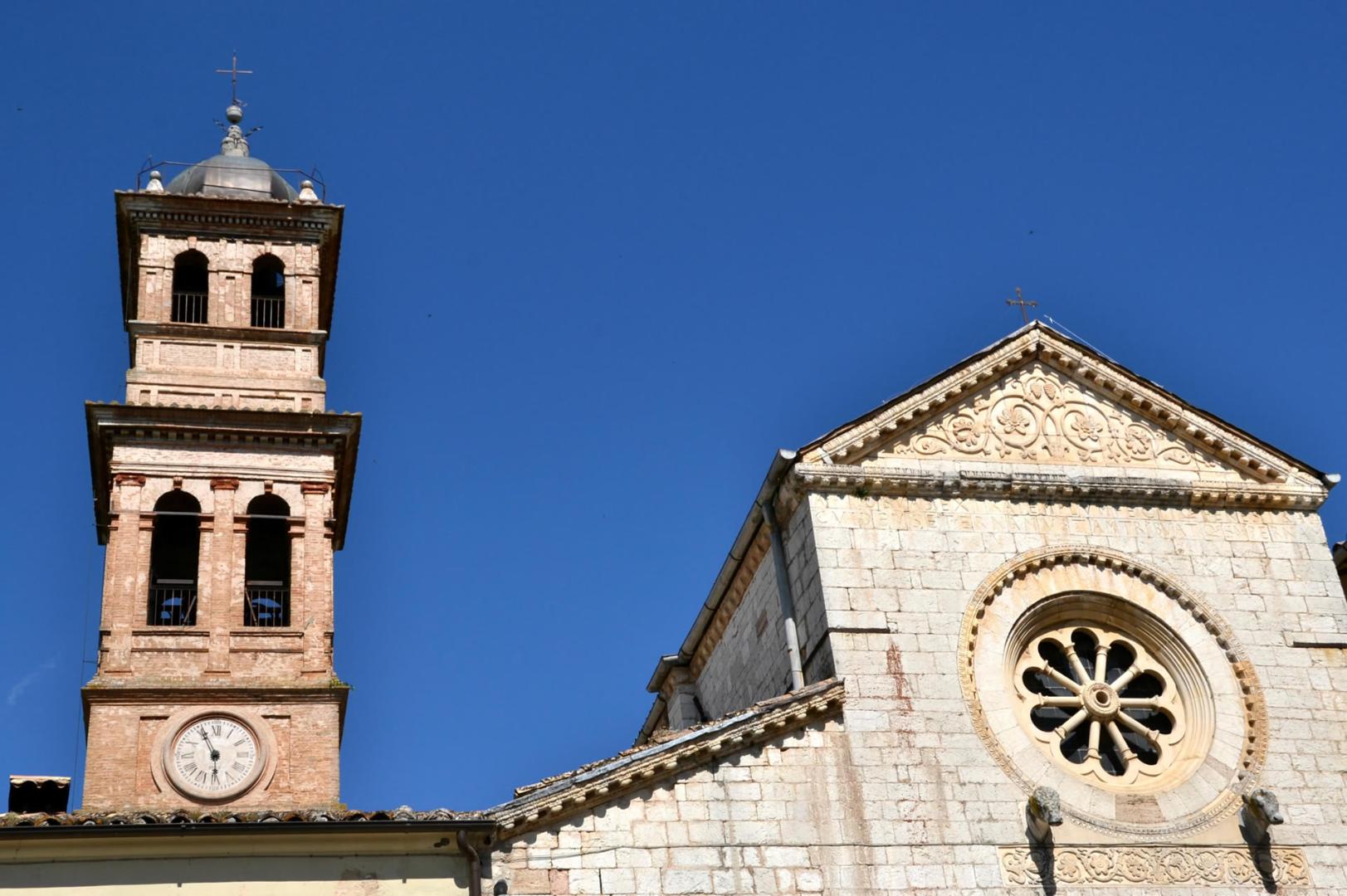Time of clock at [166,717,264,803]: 5:55
